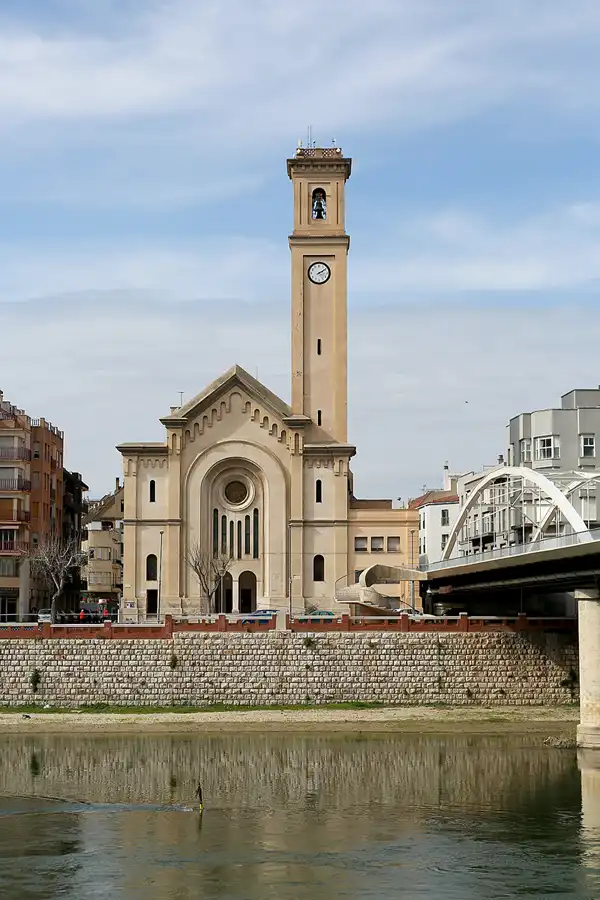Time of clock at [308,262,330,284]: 2:09
